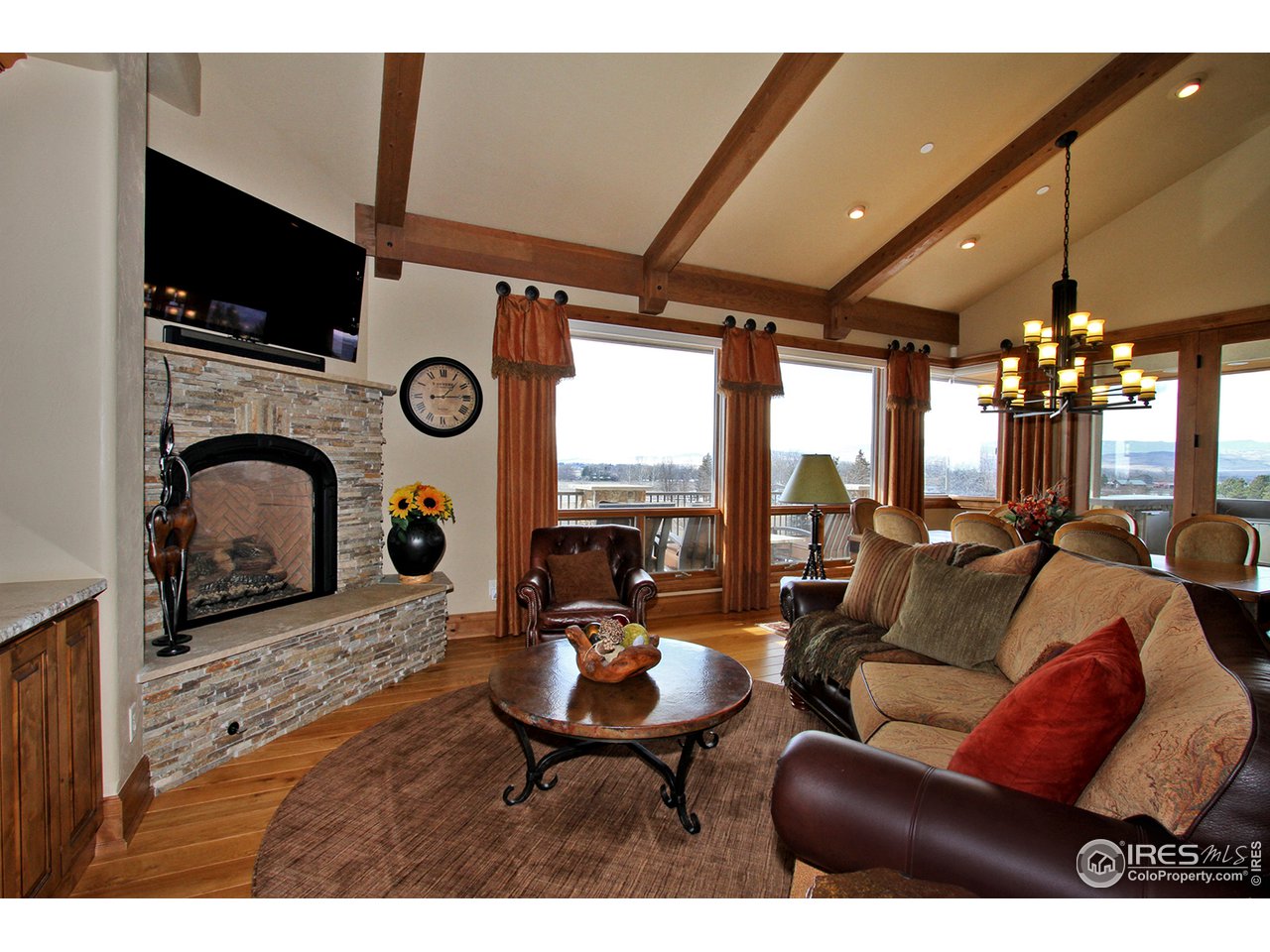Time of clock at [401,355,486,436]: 1:14
